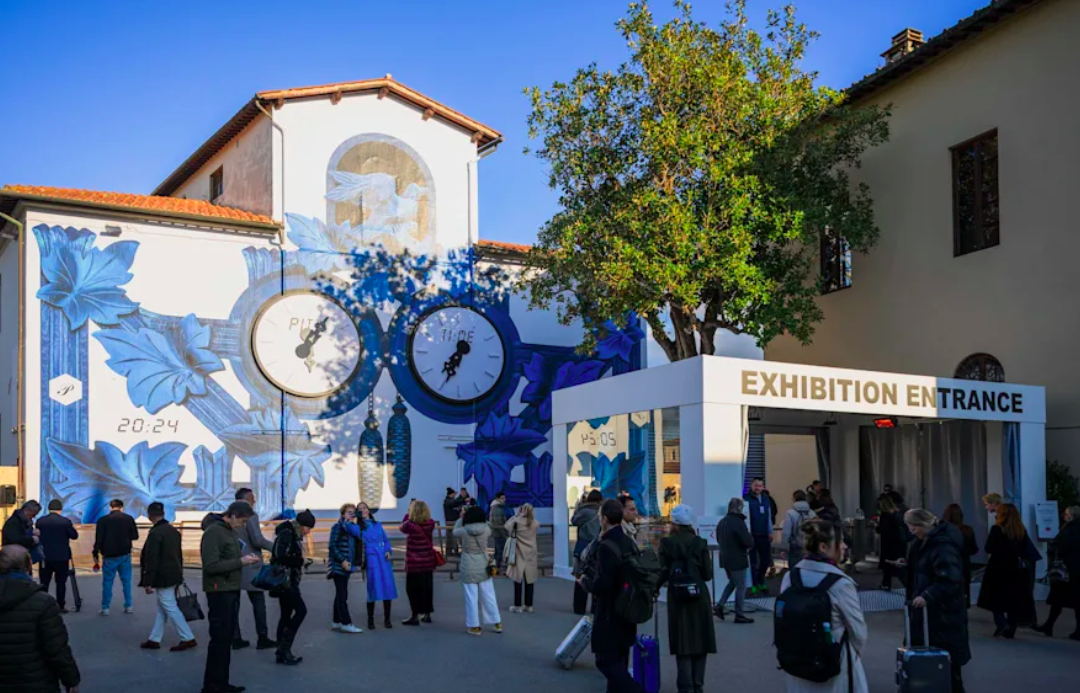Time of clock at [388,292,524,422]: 7:34
